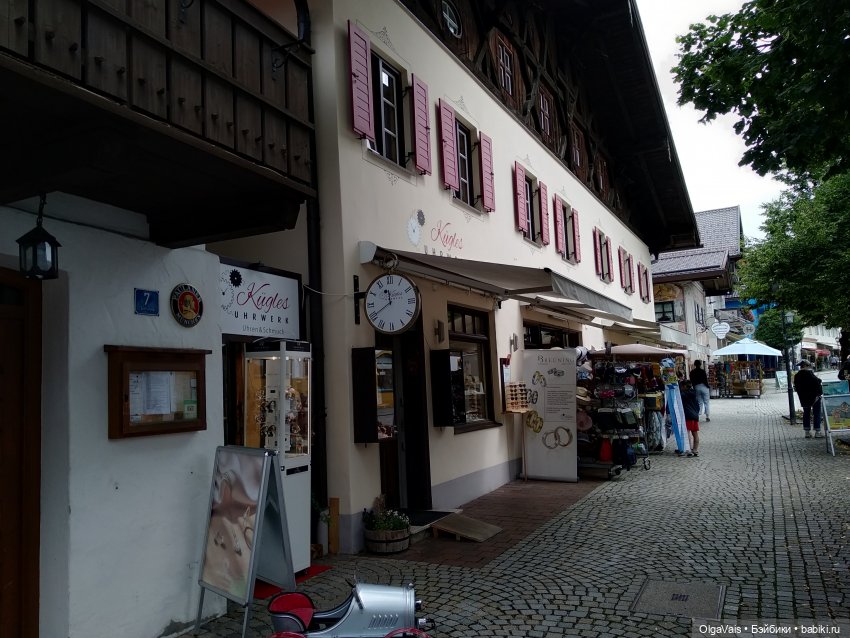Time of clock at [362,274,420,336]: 11:39
